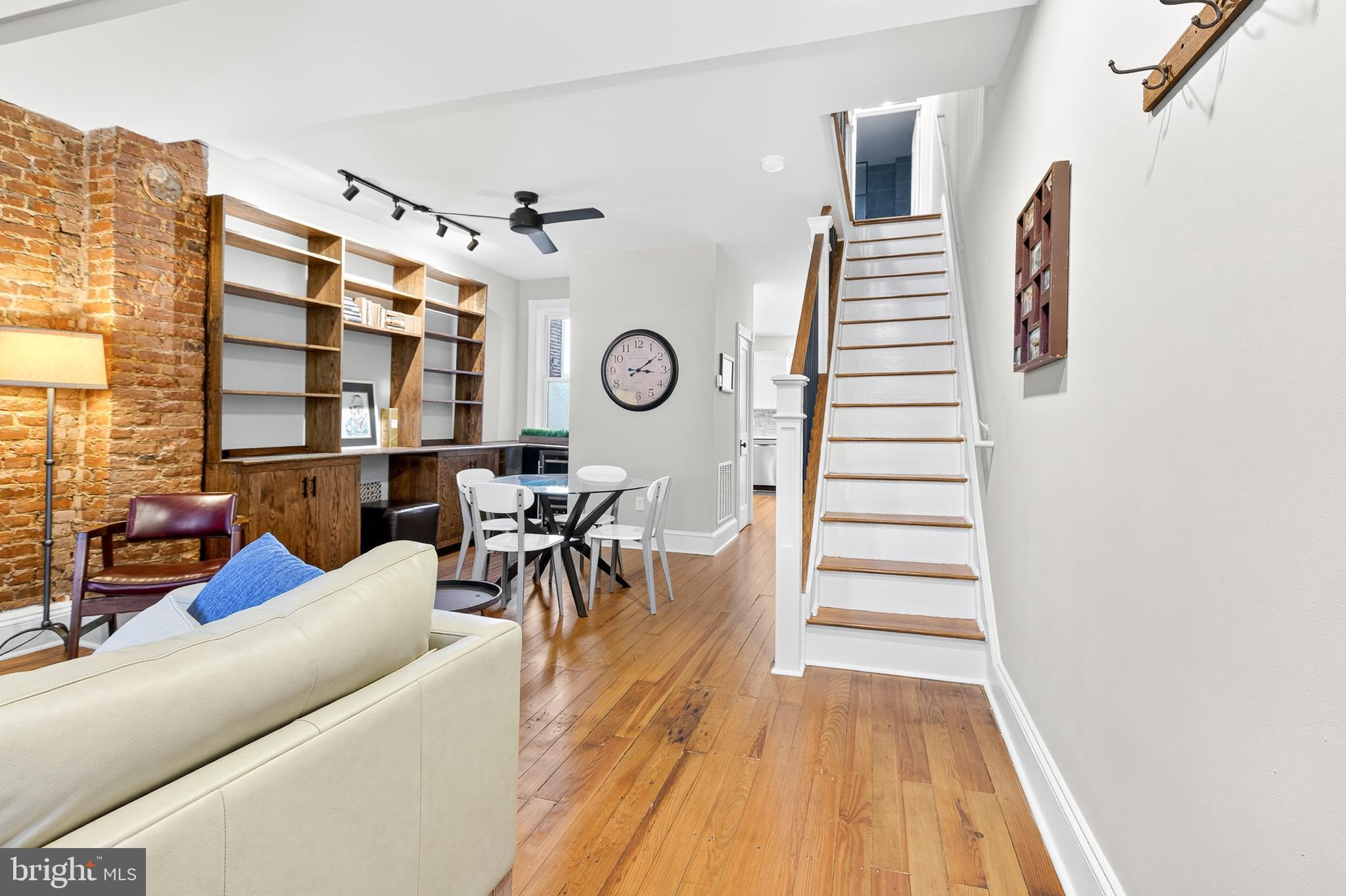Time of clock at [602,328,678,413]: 3:09
